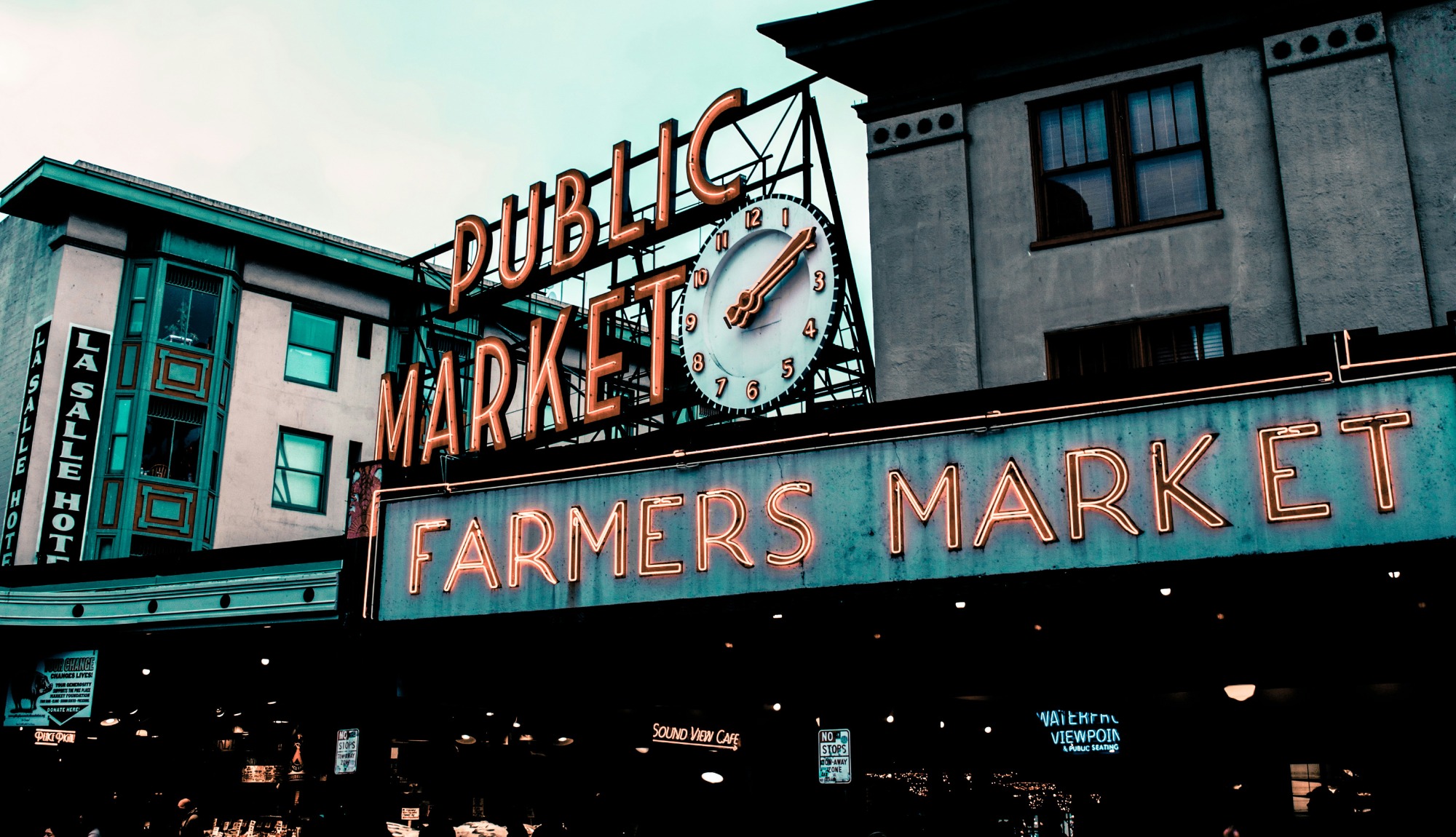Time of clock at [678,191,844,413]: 2:09
